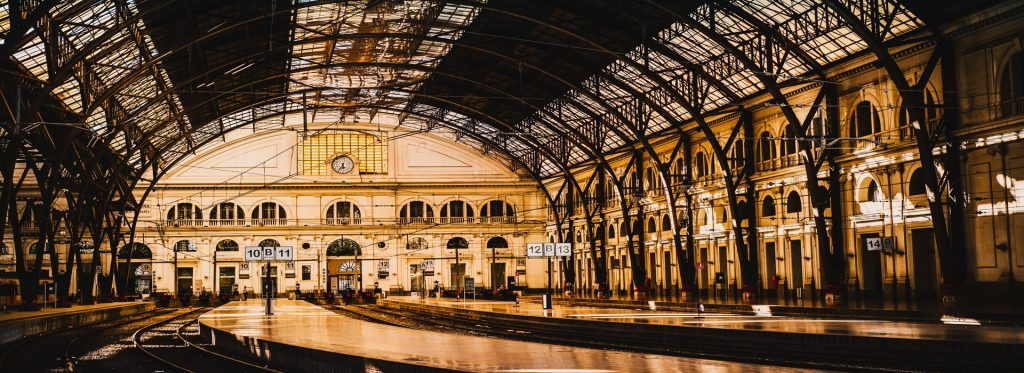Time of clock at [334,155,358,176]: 5:35
